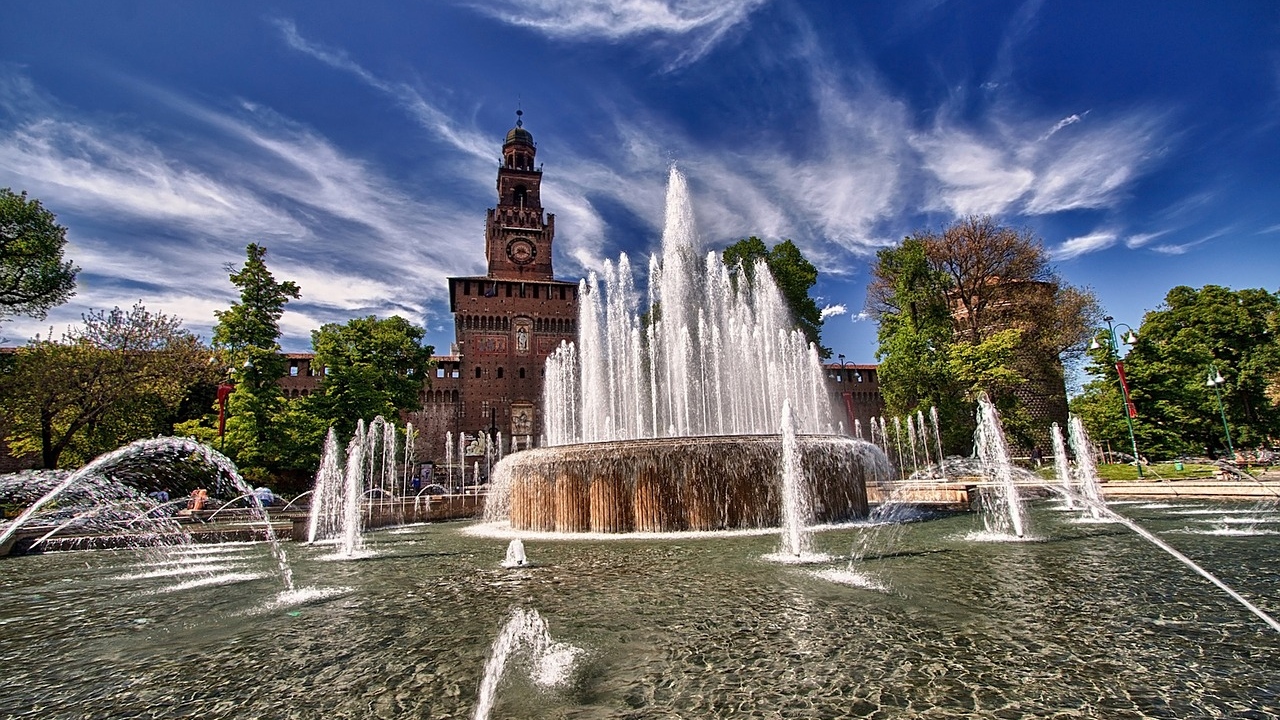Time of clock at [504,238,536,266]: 3:40
